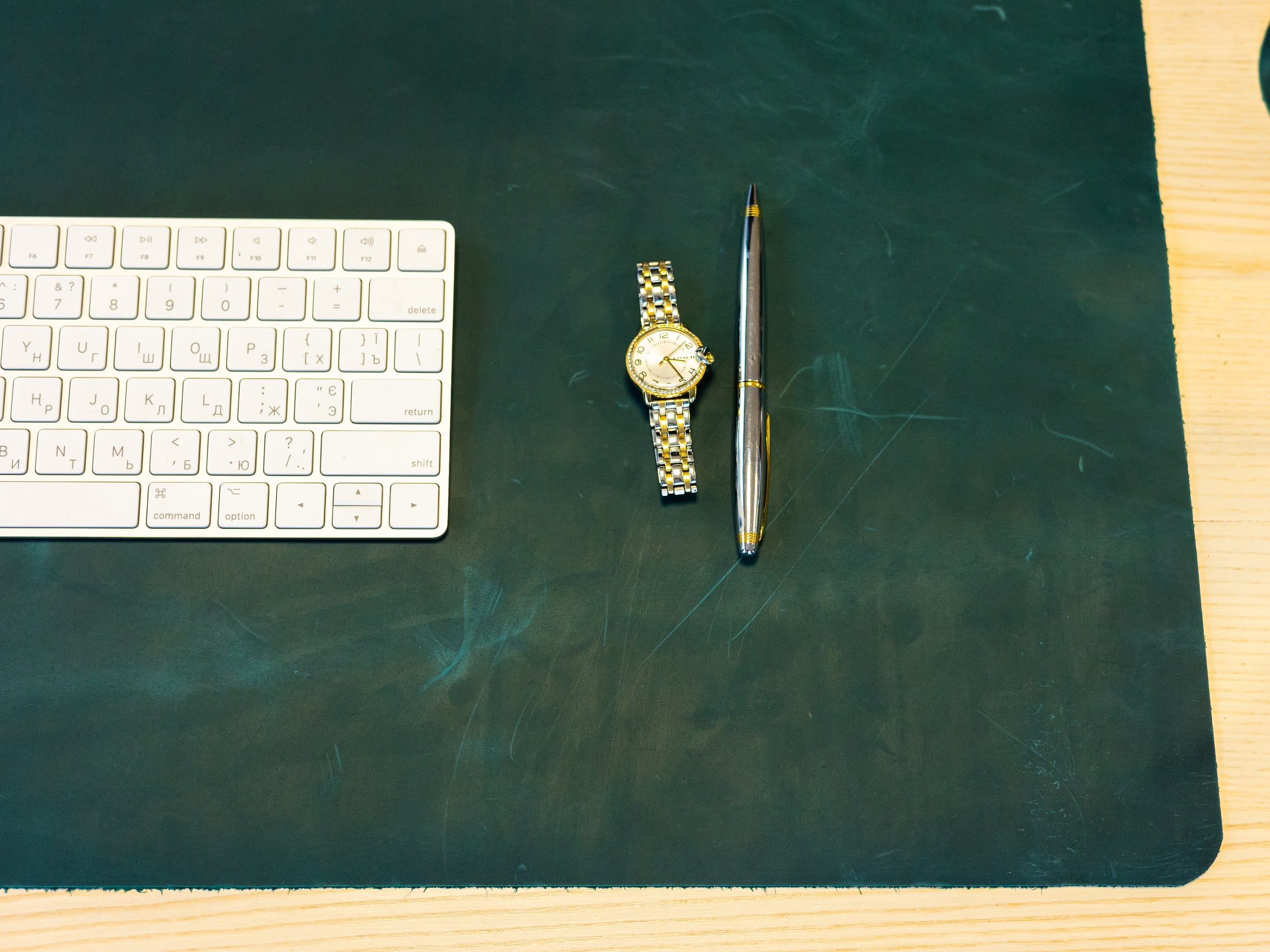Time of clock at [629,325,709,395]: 3:24
